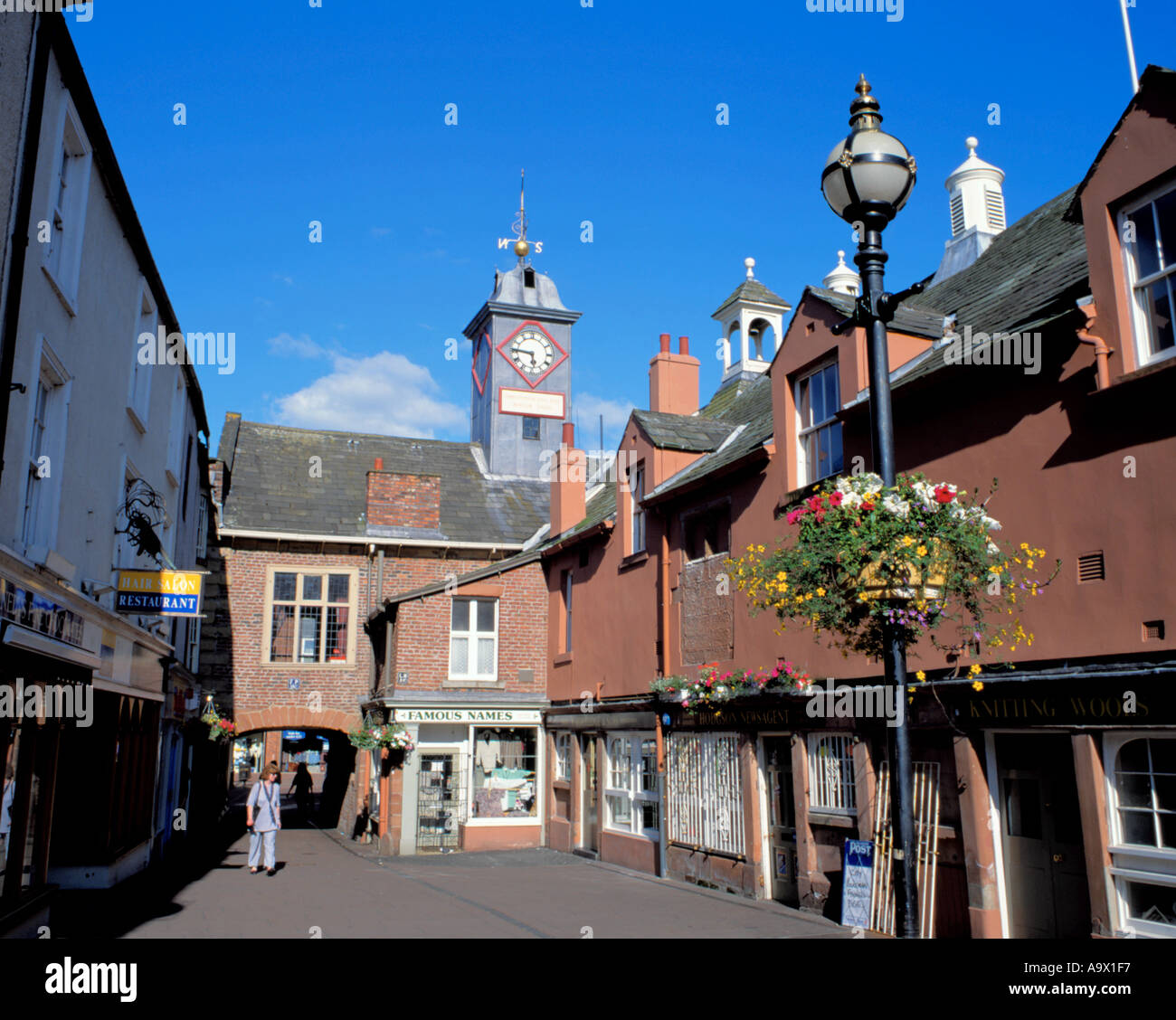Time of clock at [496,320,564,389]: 5:46
